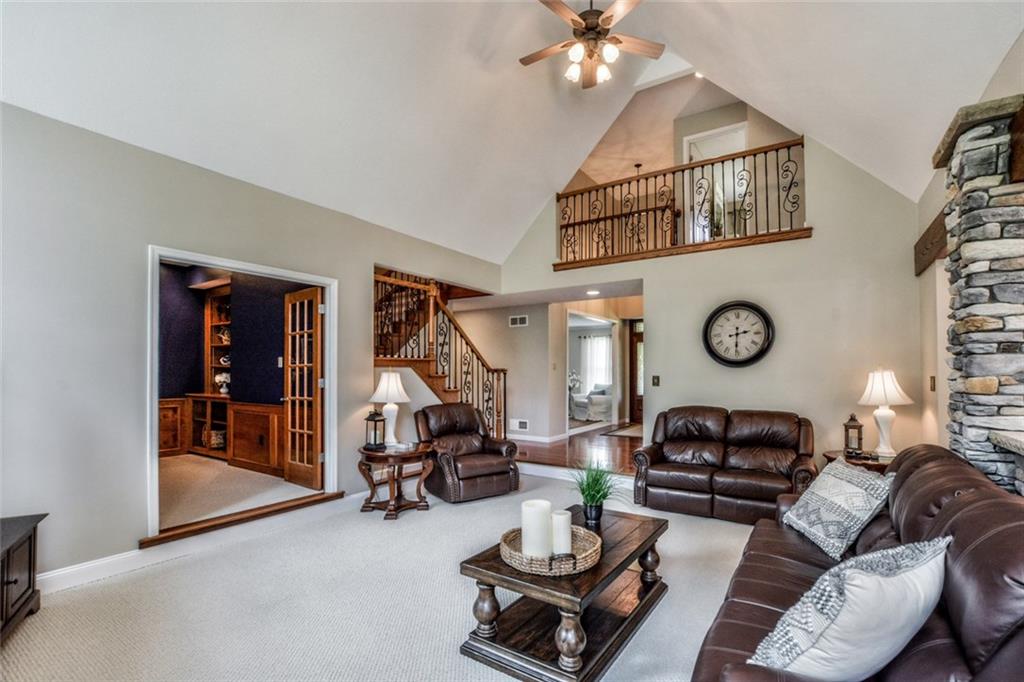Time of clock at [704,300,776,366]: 2:30
